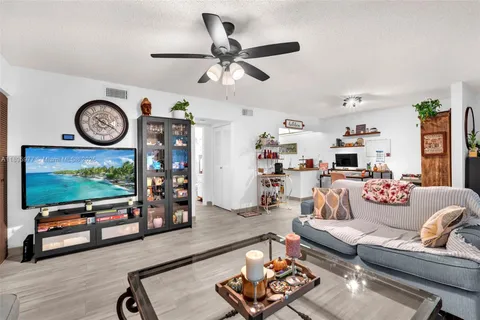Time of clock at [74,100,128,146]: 10:19
